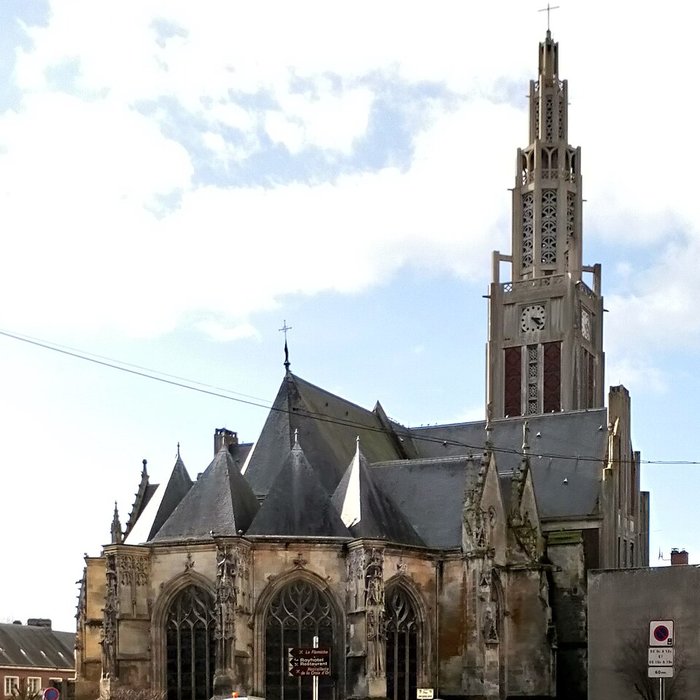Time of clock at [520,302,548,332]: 3:22
